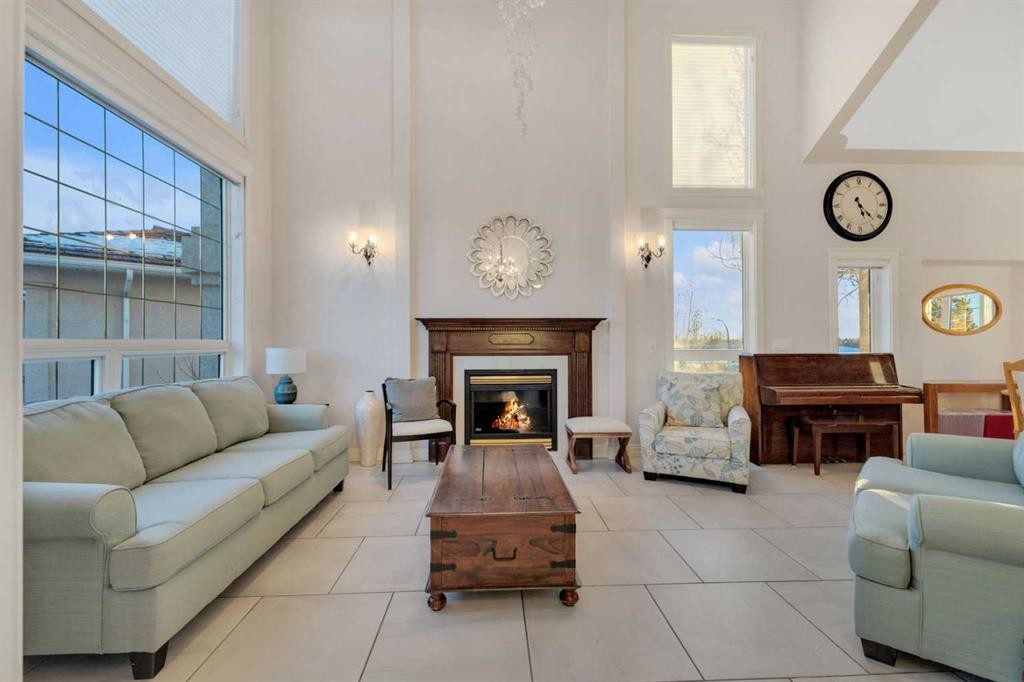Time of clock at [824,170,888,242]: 5:22
